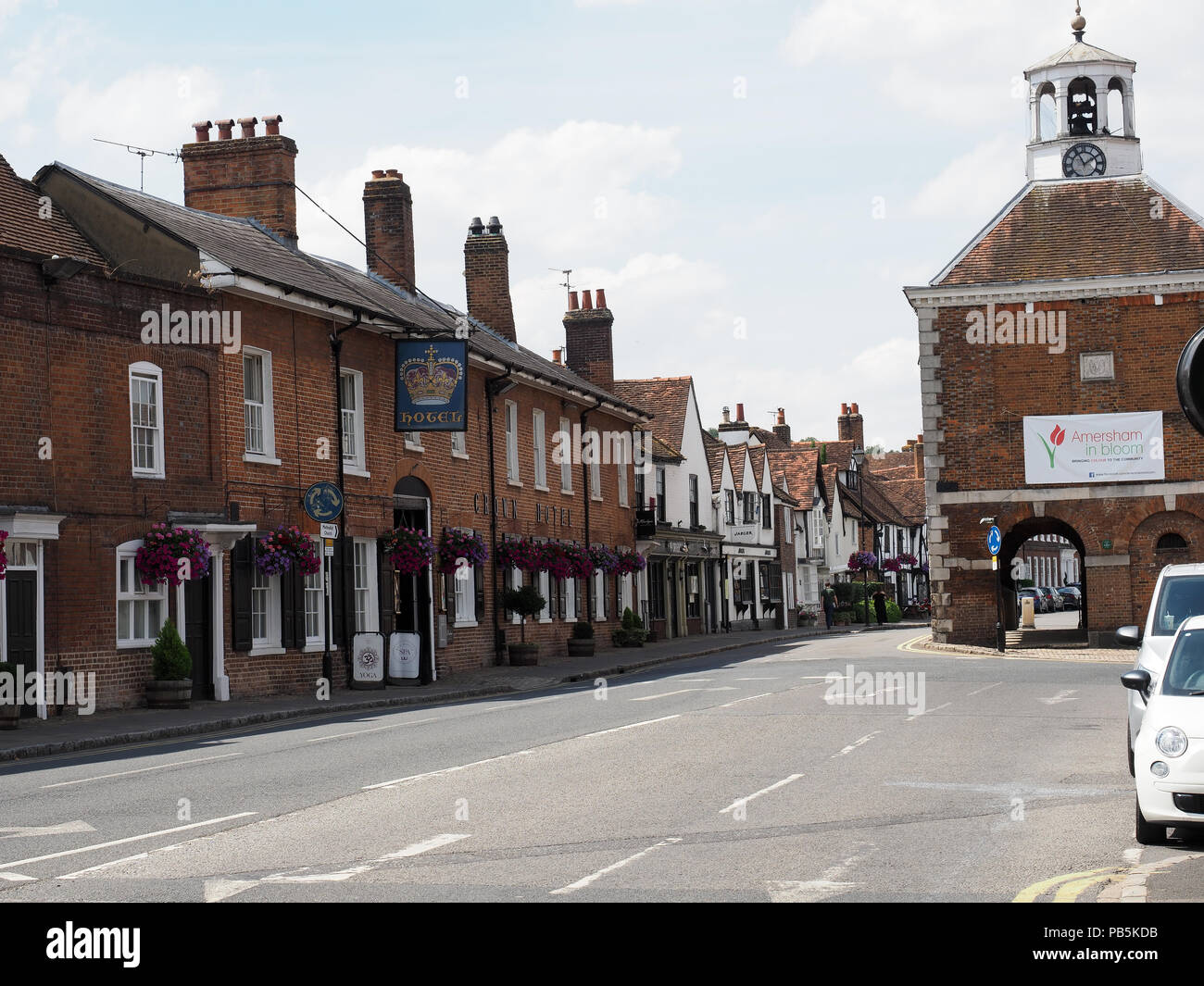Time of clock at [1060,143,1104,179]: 1:55
